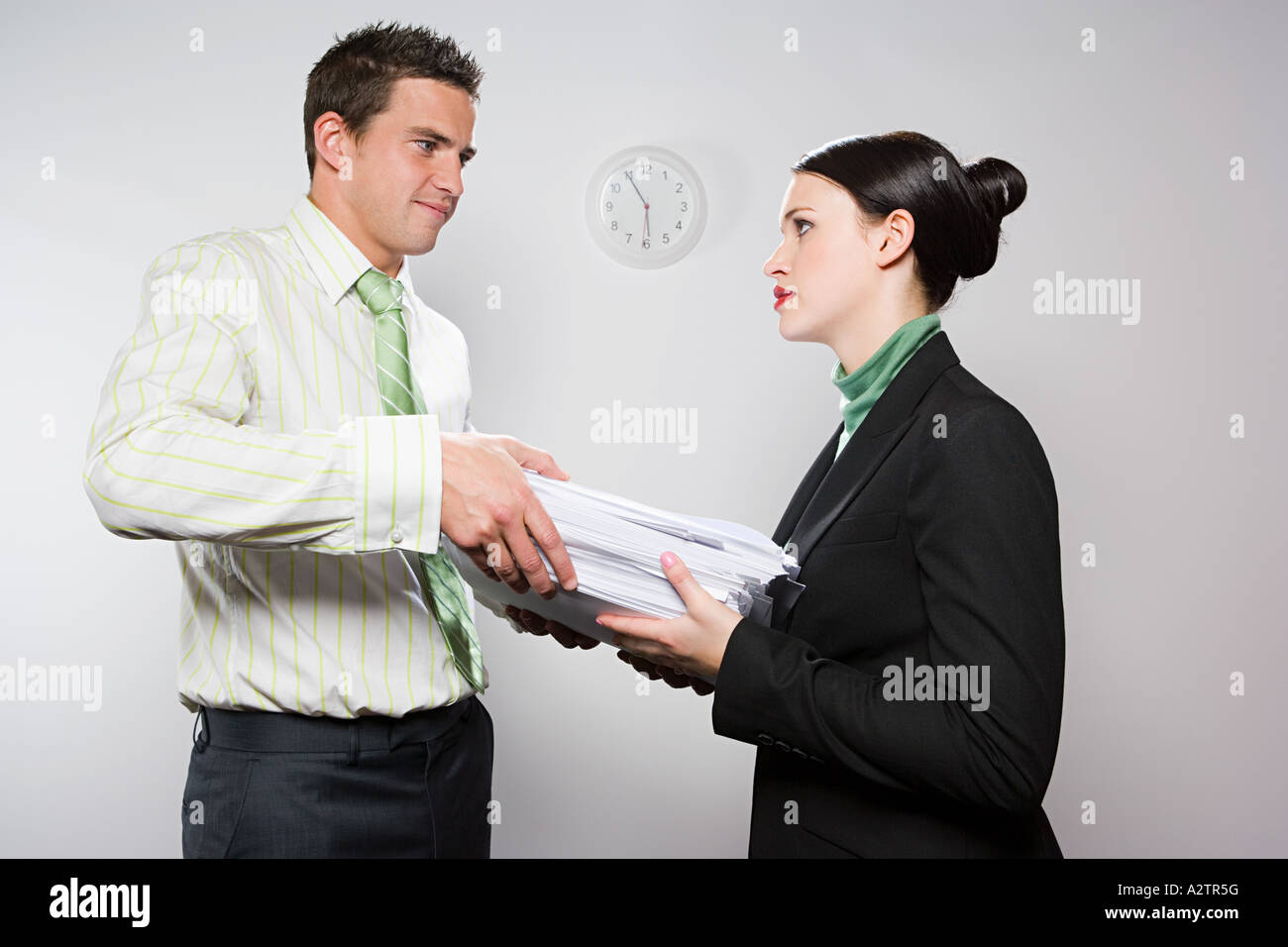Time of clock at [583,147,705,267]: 5:54
